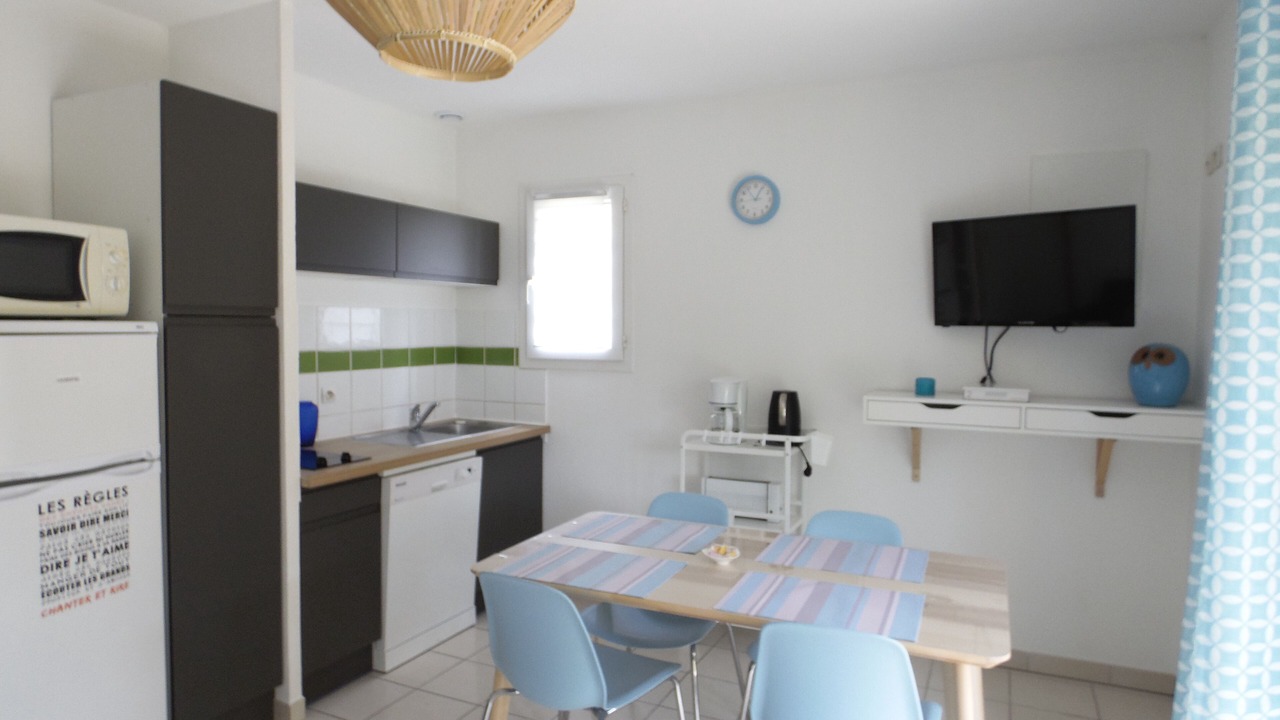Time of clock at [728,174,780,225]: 12:53
